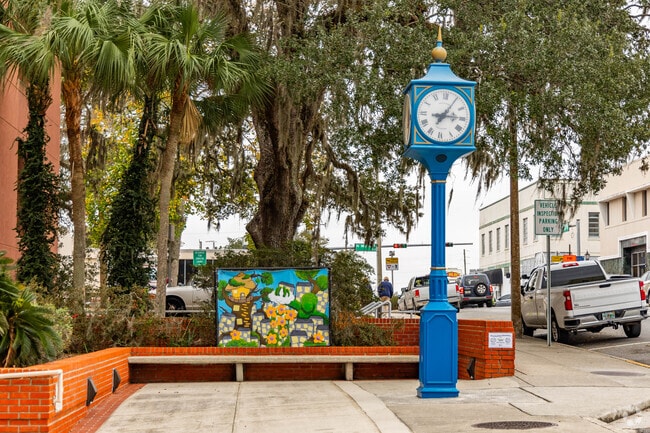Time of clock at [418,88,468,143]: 7:14
